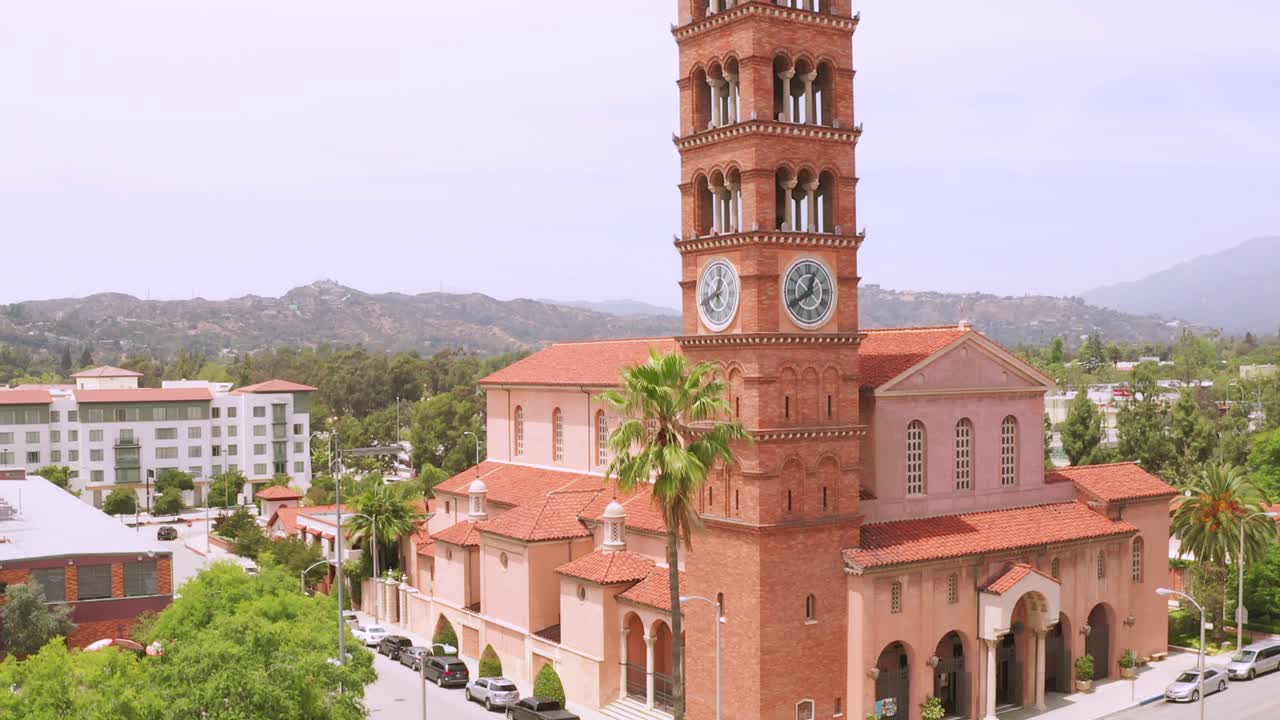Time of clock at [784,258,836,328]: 12:40
